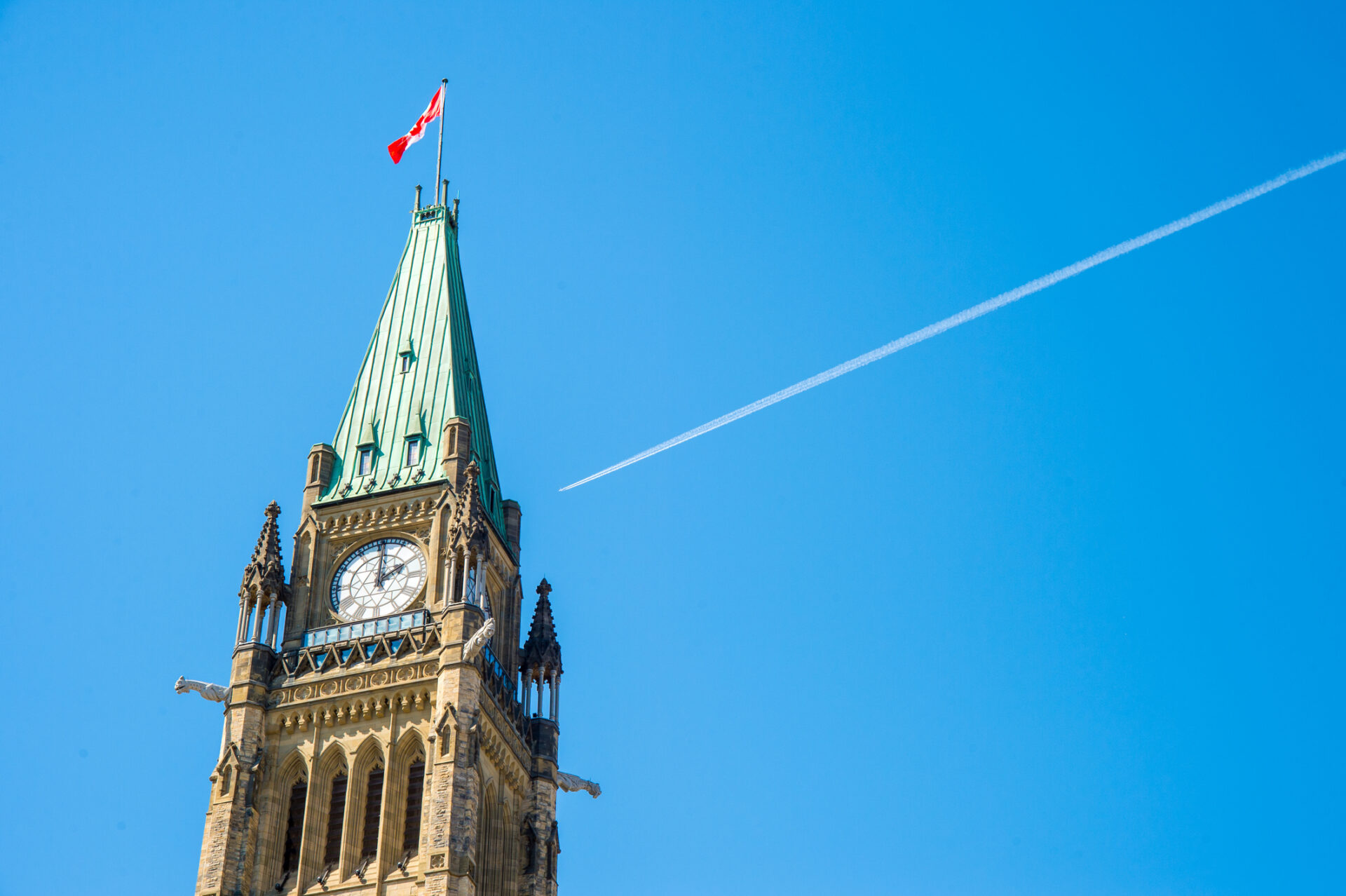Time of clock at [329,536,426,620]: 2:00
